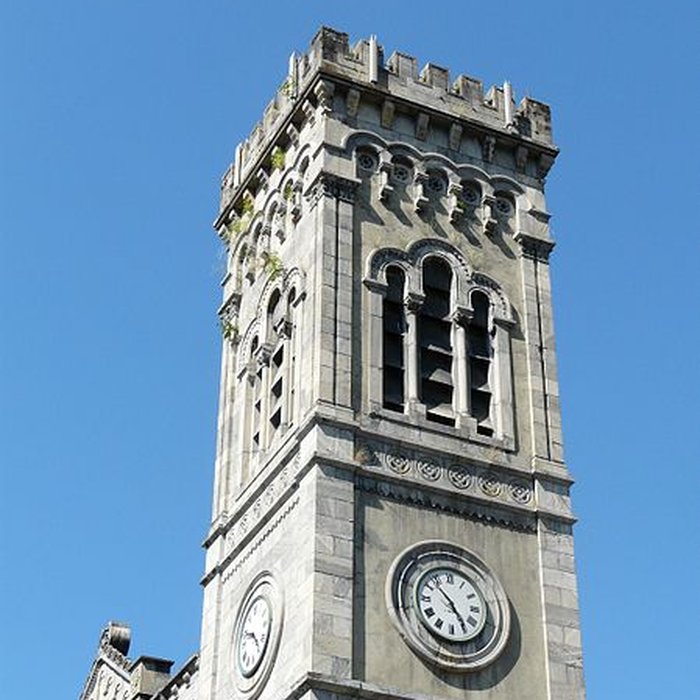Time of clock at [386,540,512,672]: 4:53
